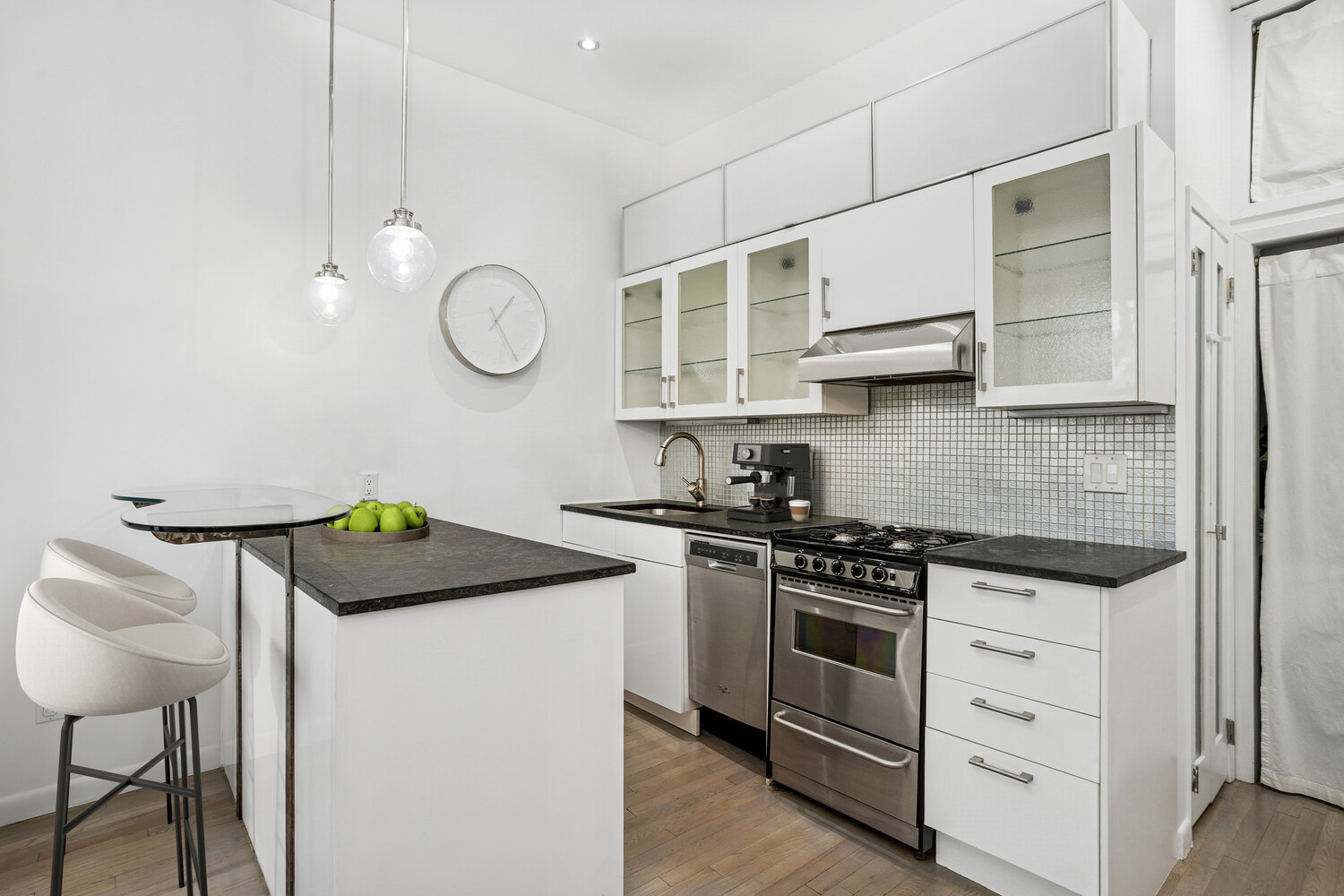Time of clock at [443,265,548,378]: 1:24
